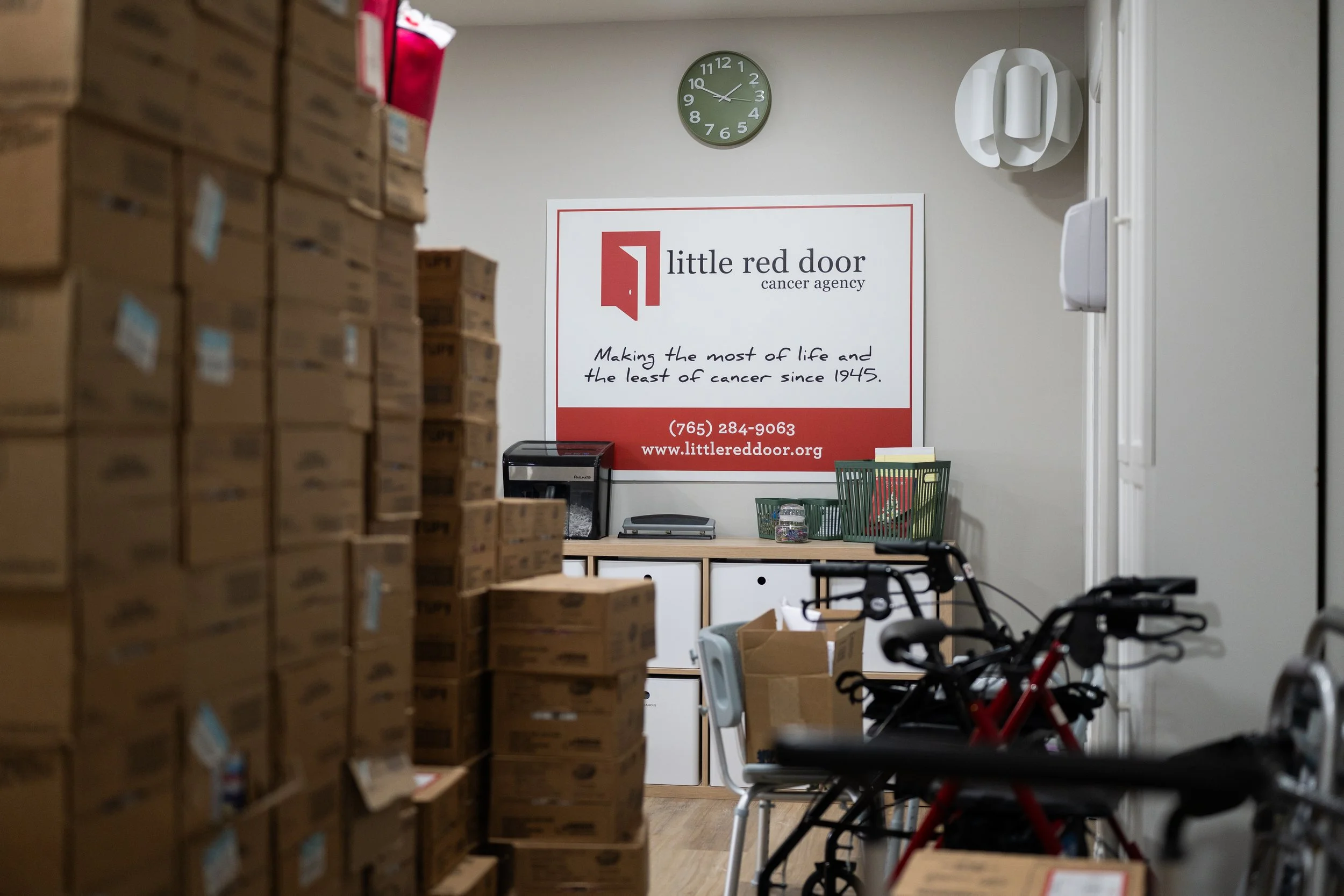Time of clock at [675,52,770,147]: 1:49
